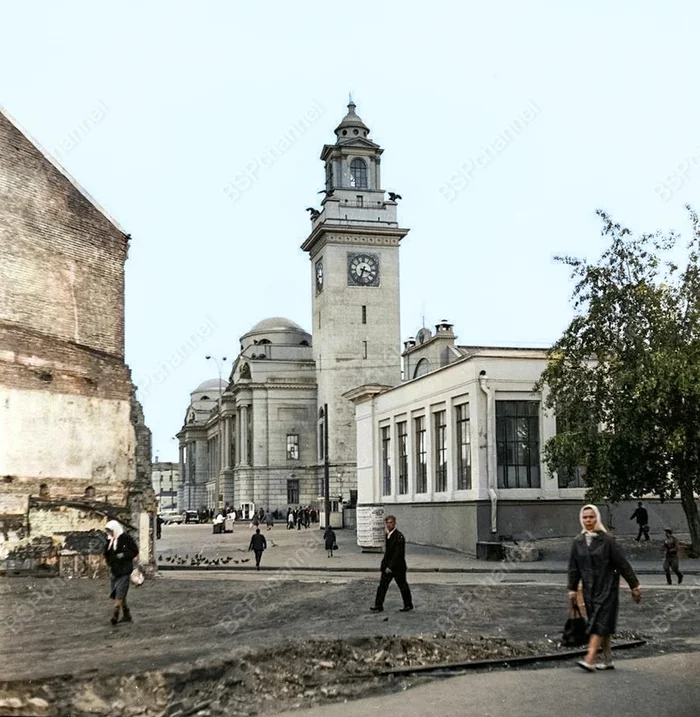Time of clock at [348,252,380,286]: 3:33
